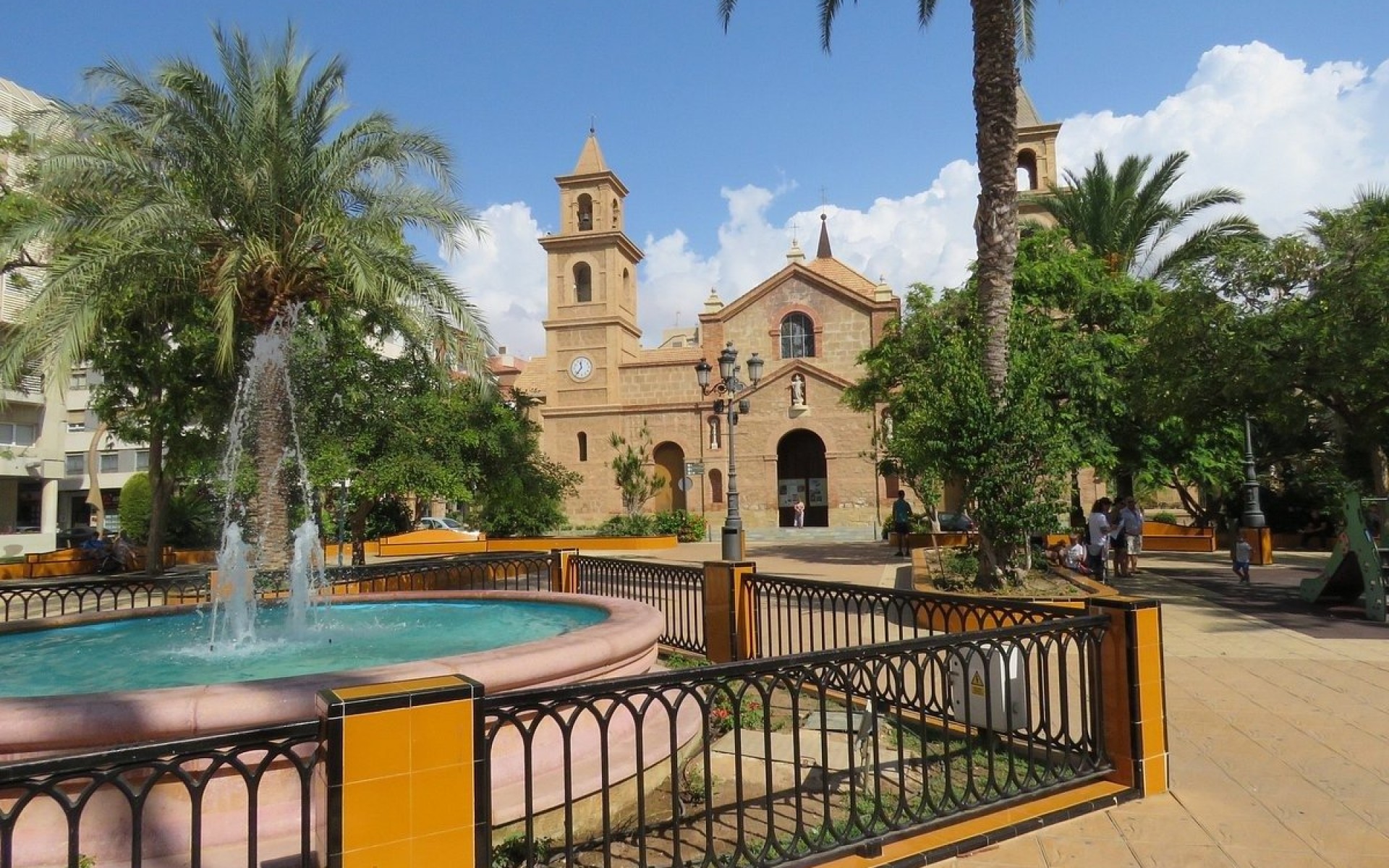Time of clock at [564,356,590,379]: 11:36
